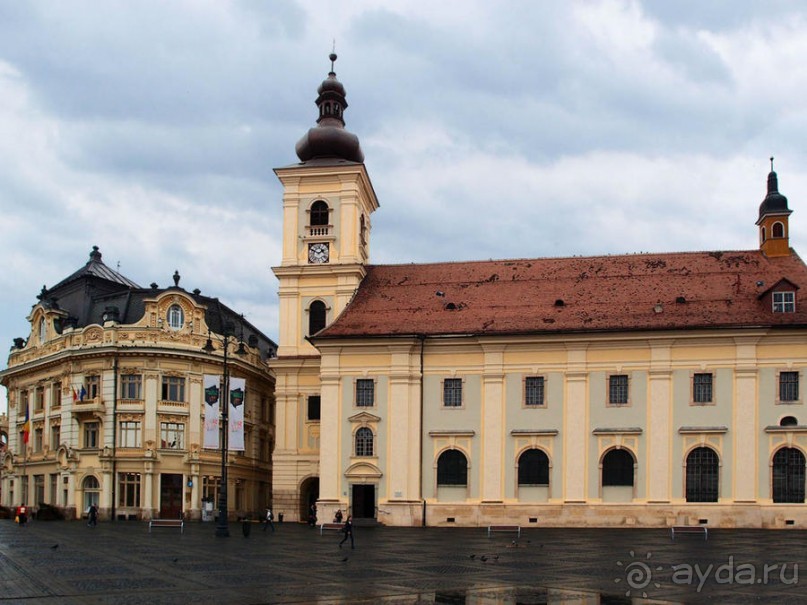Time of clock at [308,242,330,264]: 1:49
